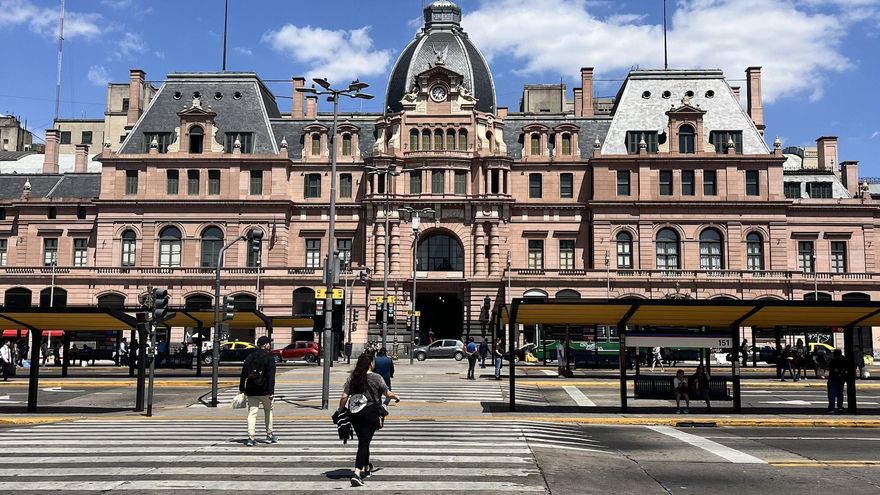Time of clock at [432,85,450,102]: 1:33
